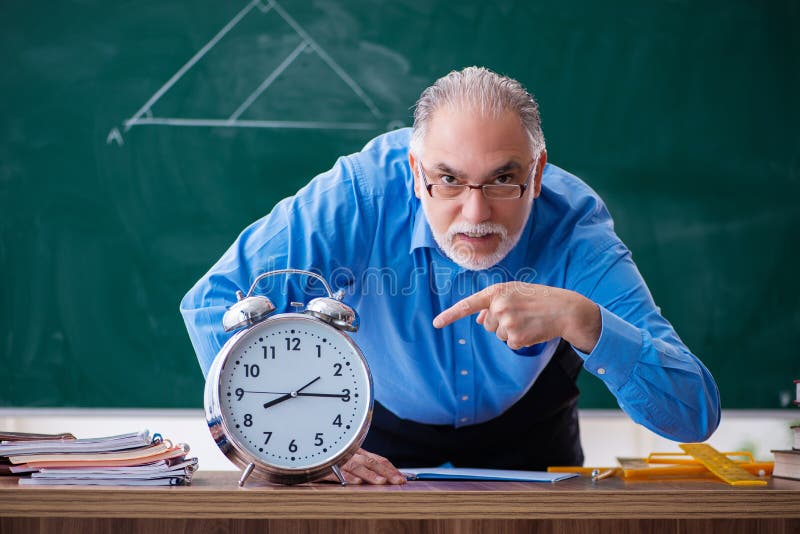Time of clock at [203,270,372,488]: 8:15
